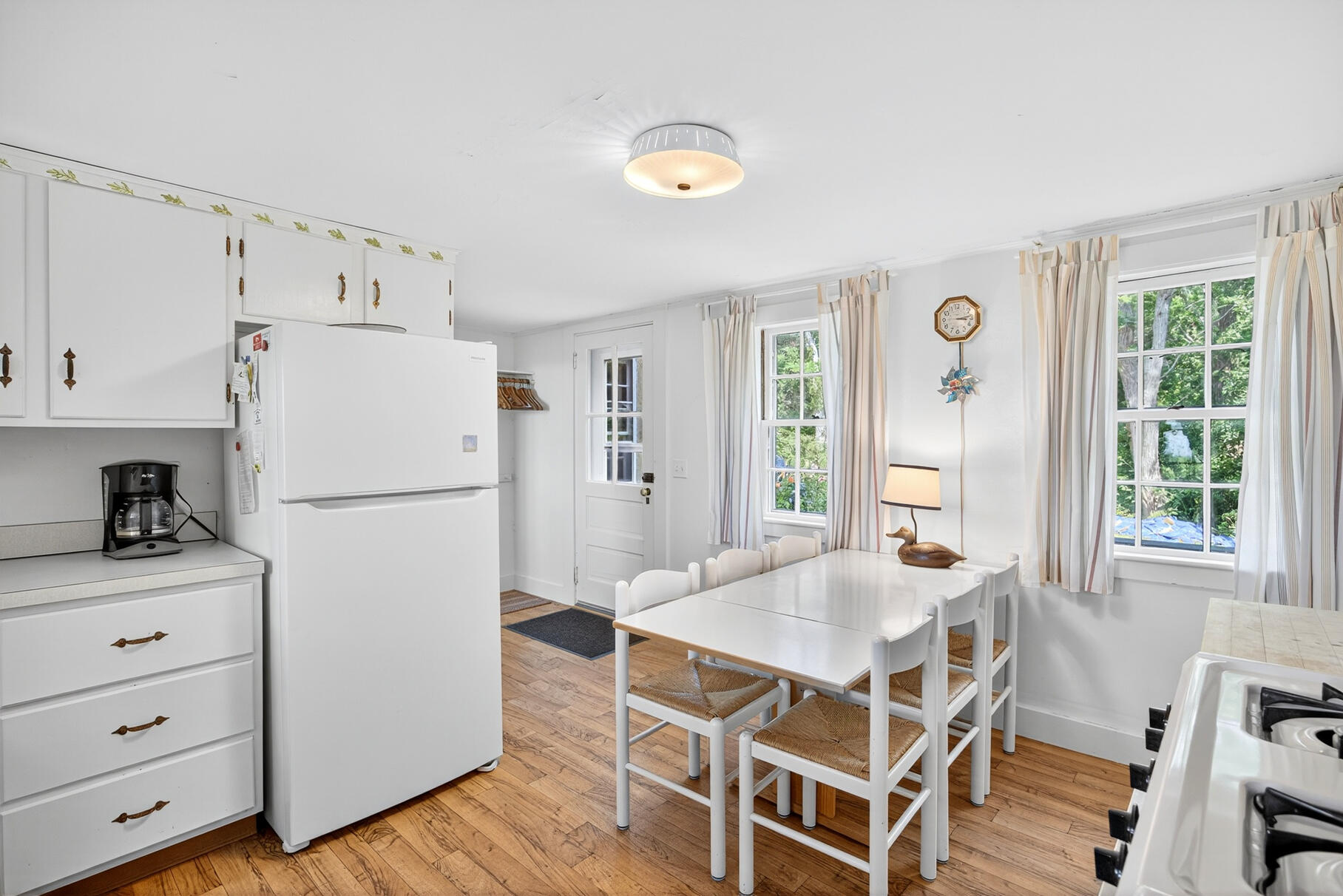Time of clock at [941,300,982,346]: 3:13
